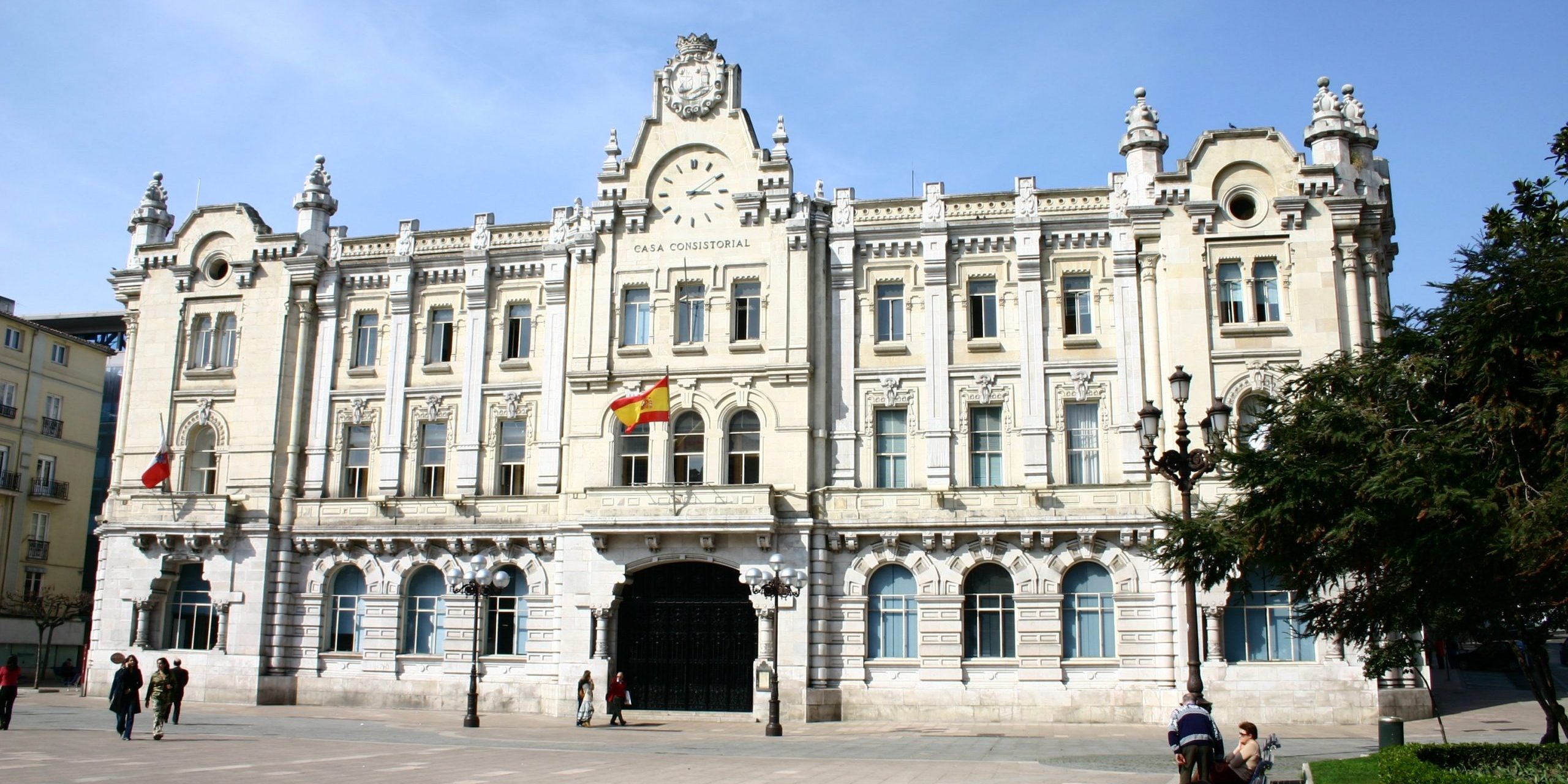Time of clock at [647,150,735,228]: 3:09
